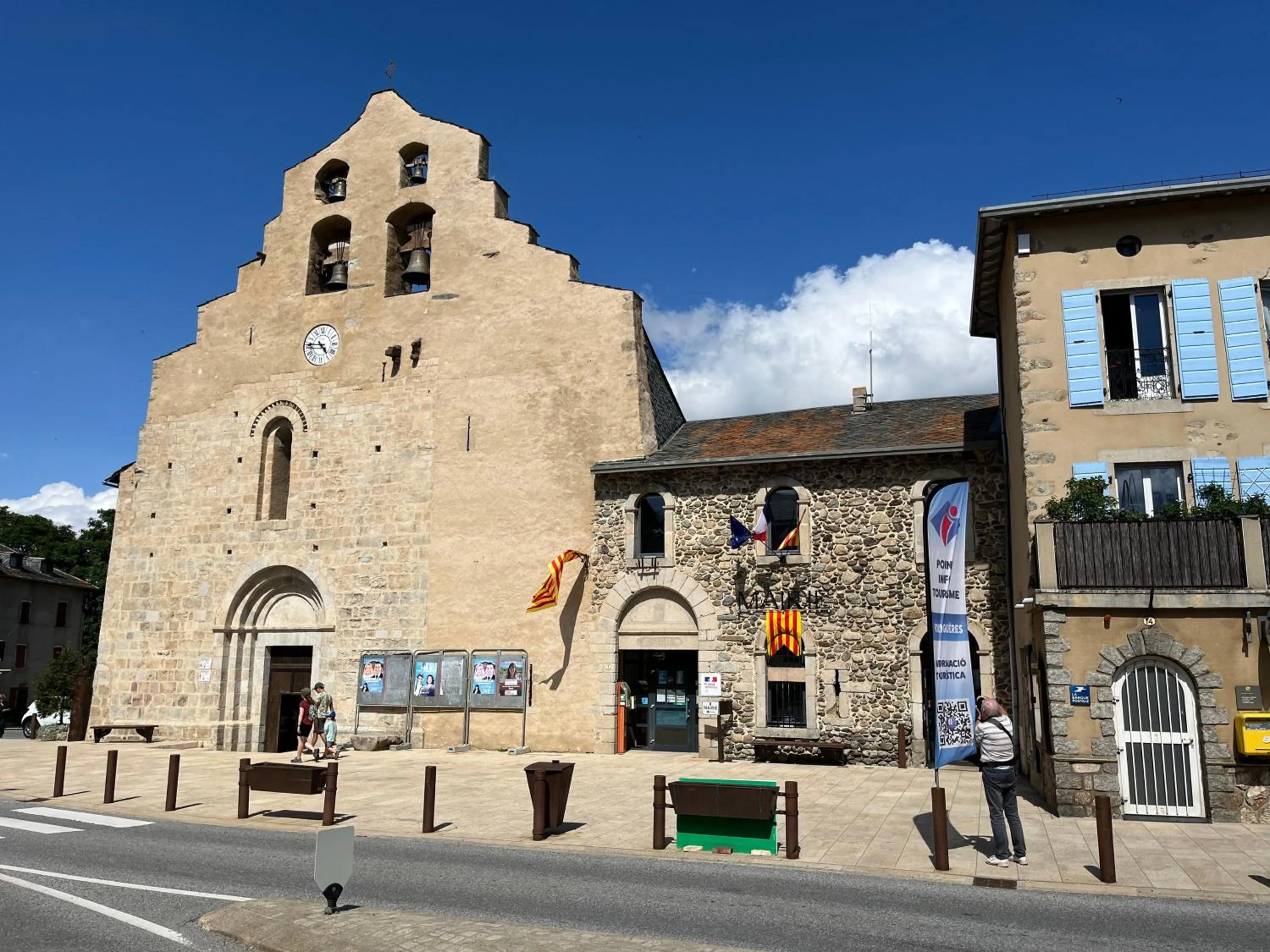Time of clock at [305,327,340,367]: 4:45
